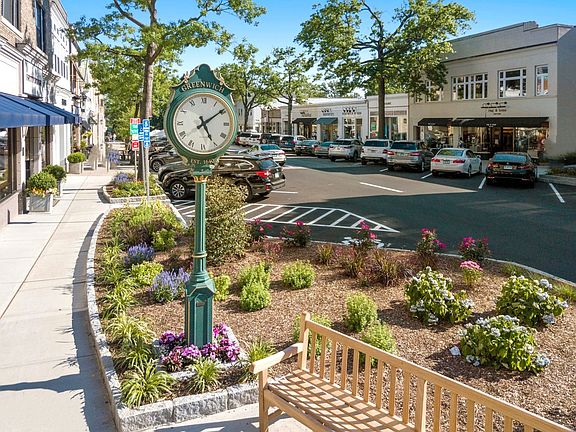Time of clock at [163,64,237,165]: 5:09
